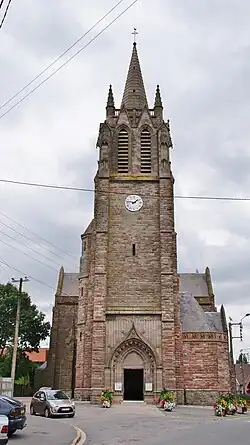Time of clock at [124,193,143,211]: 1:46
